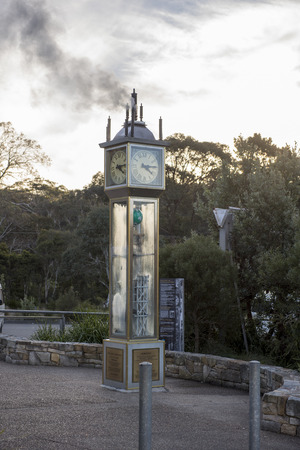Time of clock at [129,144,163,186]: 4:14
